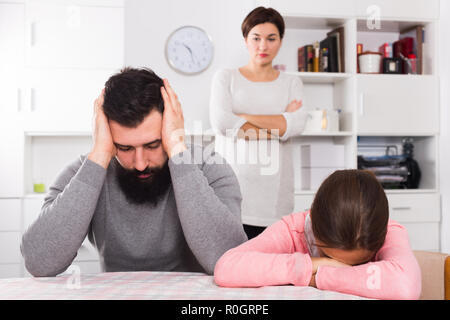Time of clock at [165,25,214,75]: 10:27
